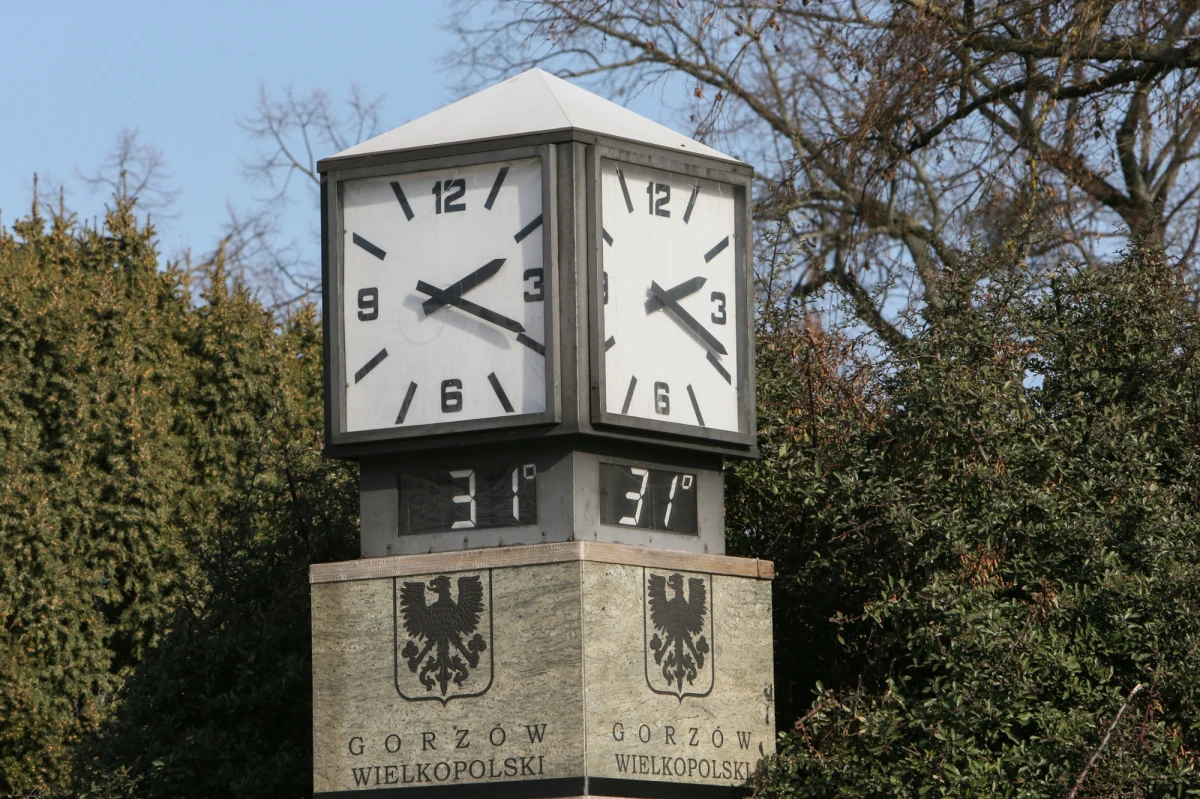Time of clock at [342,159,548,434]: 2:19
